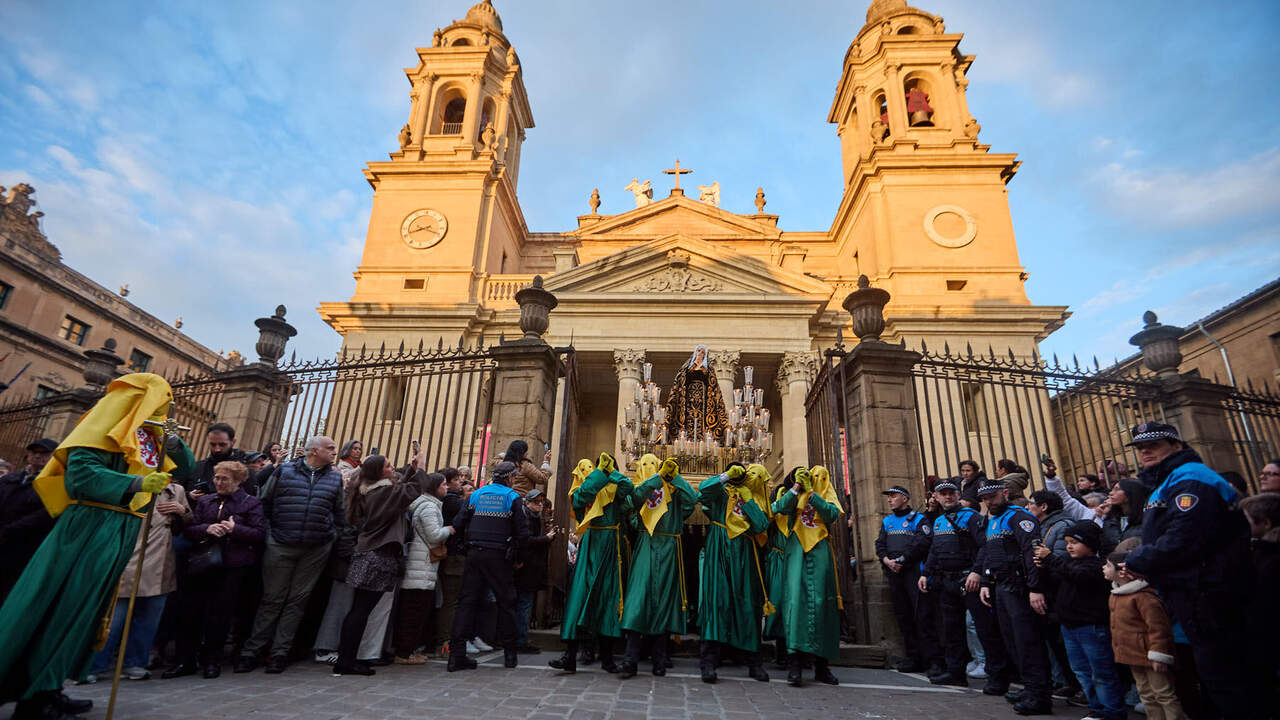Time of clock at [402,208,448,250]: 3:42
